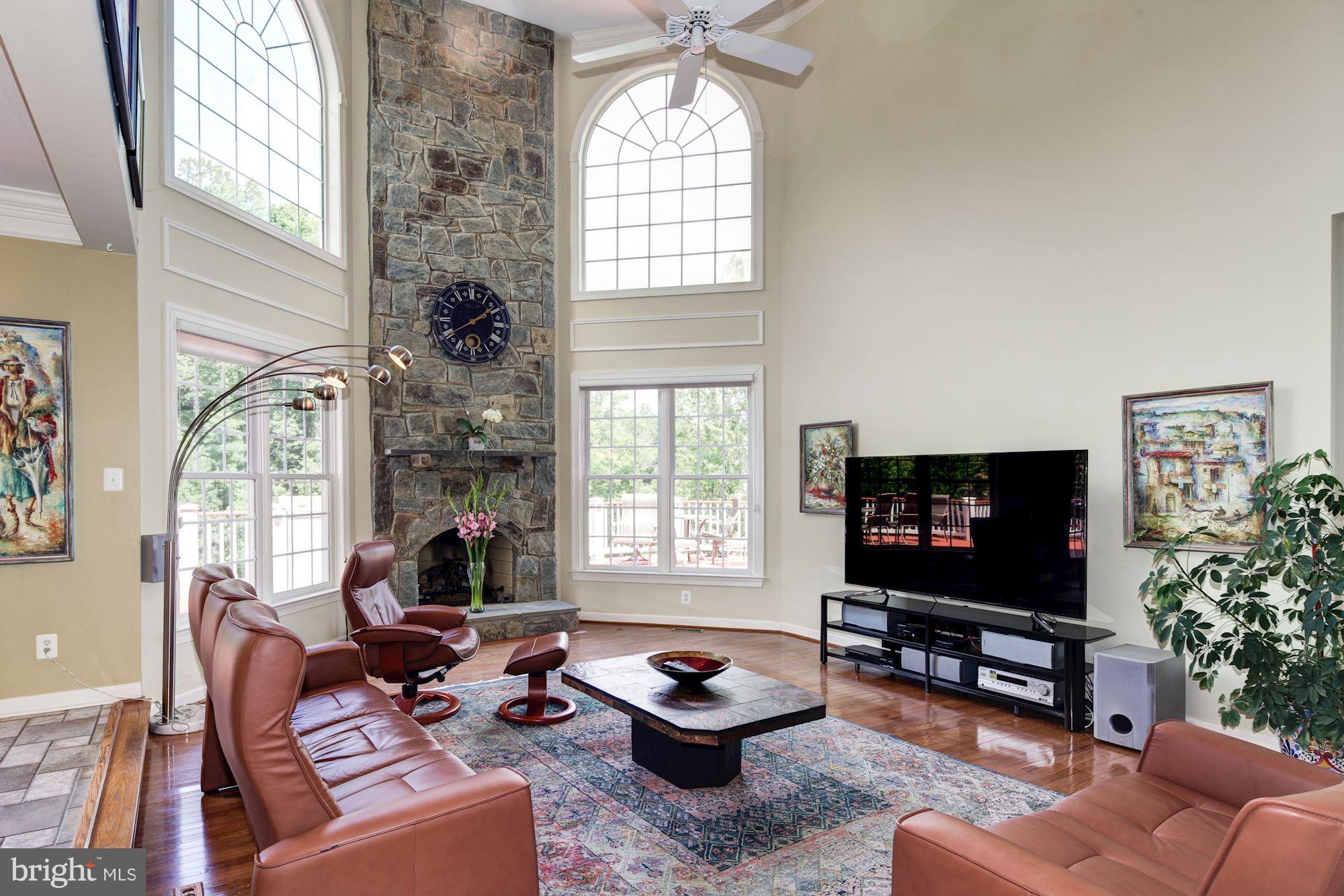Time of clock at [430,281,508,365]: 2:09
